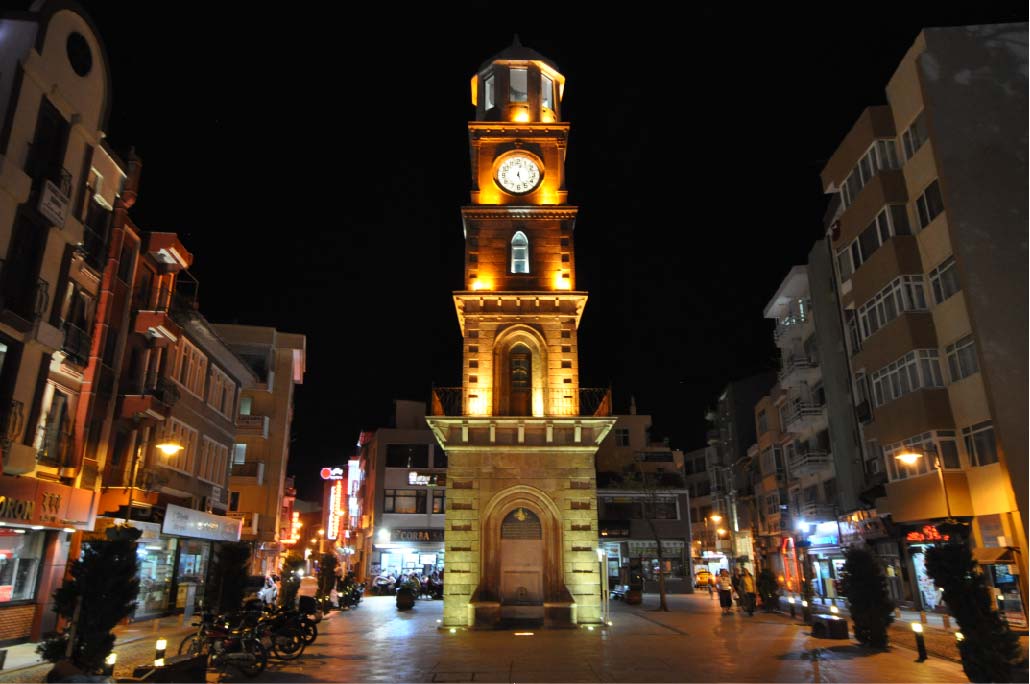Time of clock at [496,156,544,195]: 12:26
